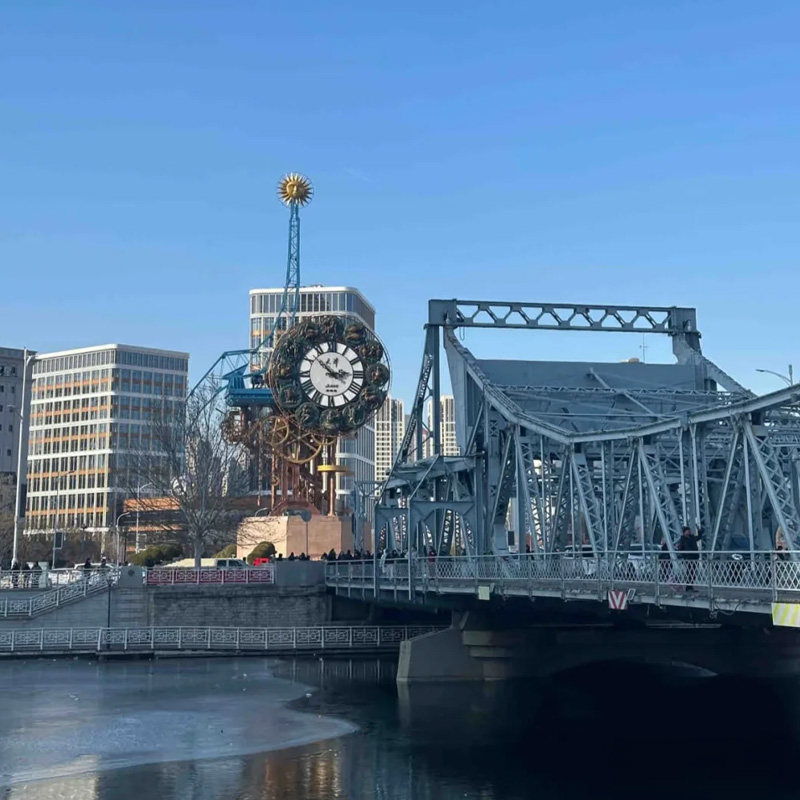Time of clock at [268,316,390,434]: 2:52
